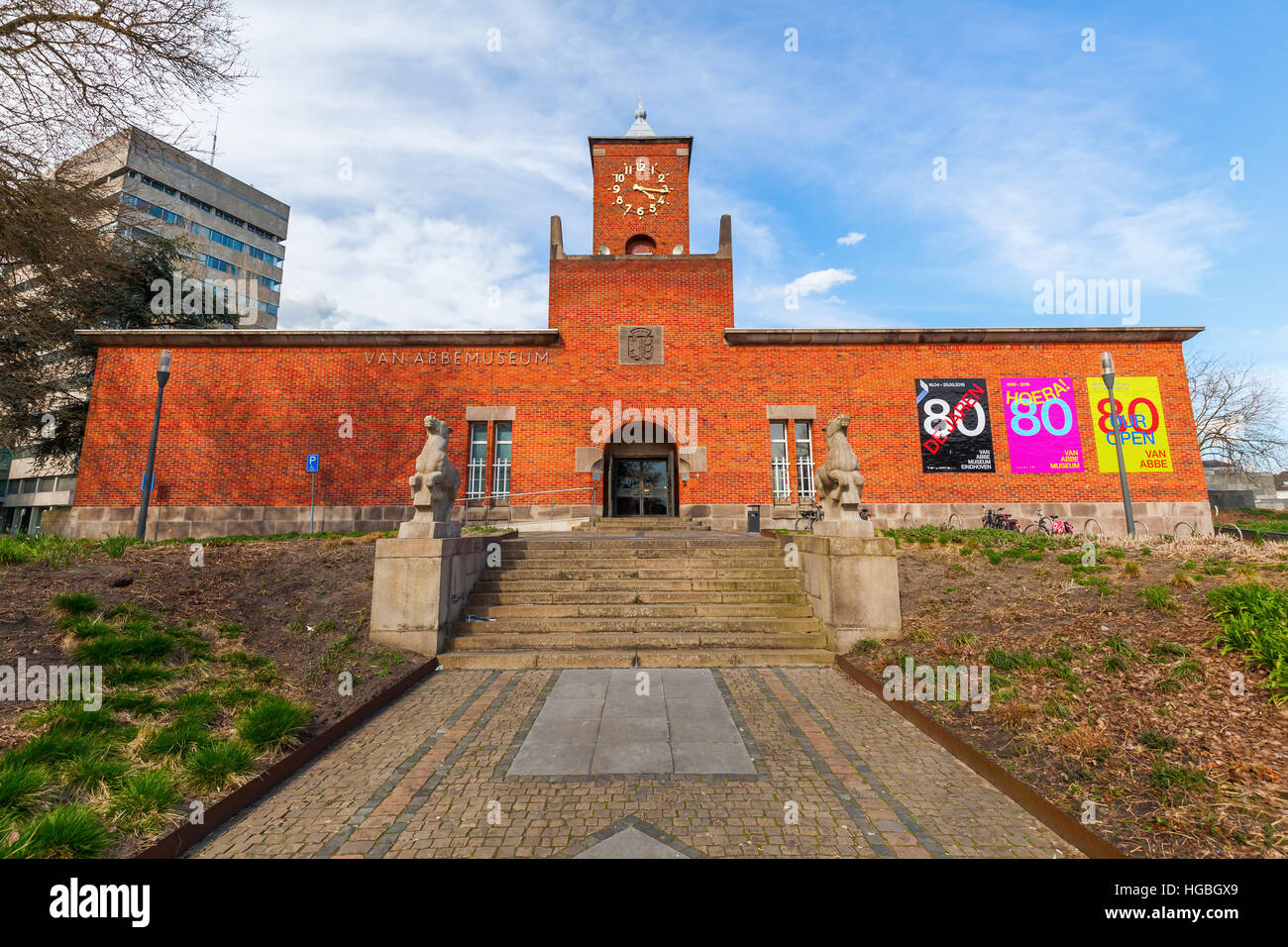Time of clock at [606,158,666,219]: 4:15
